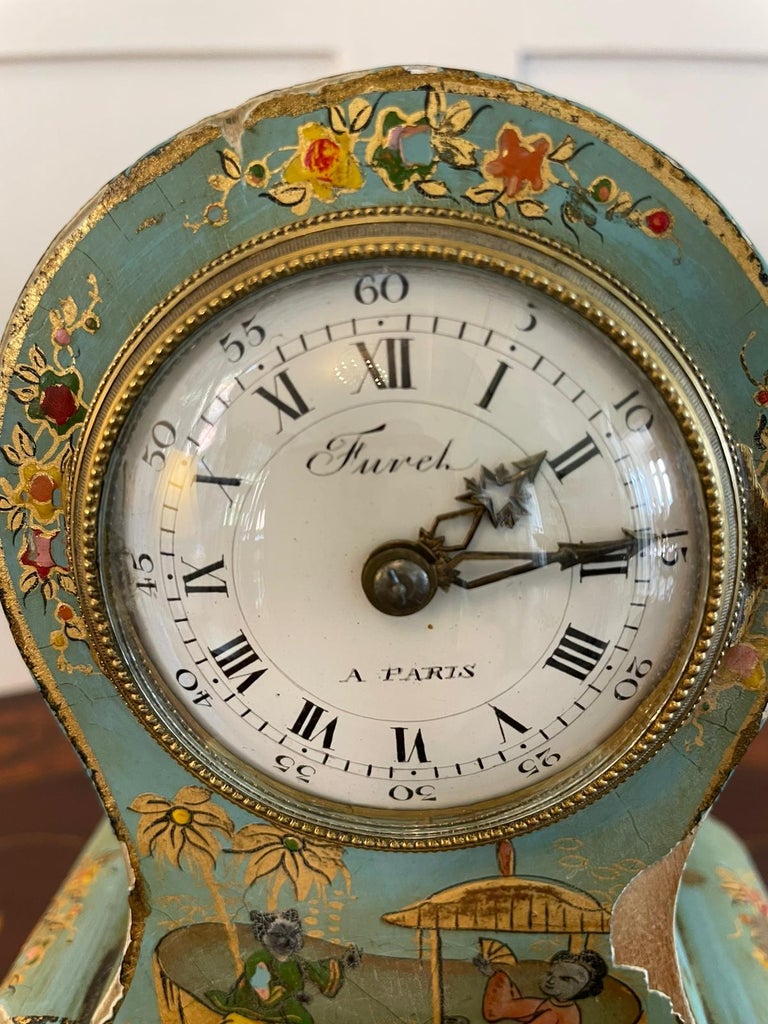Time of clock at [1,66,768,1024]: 1:14
